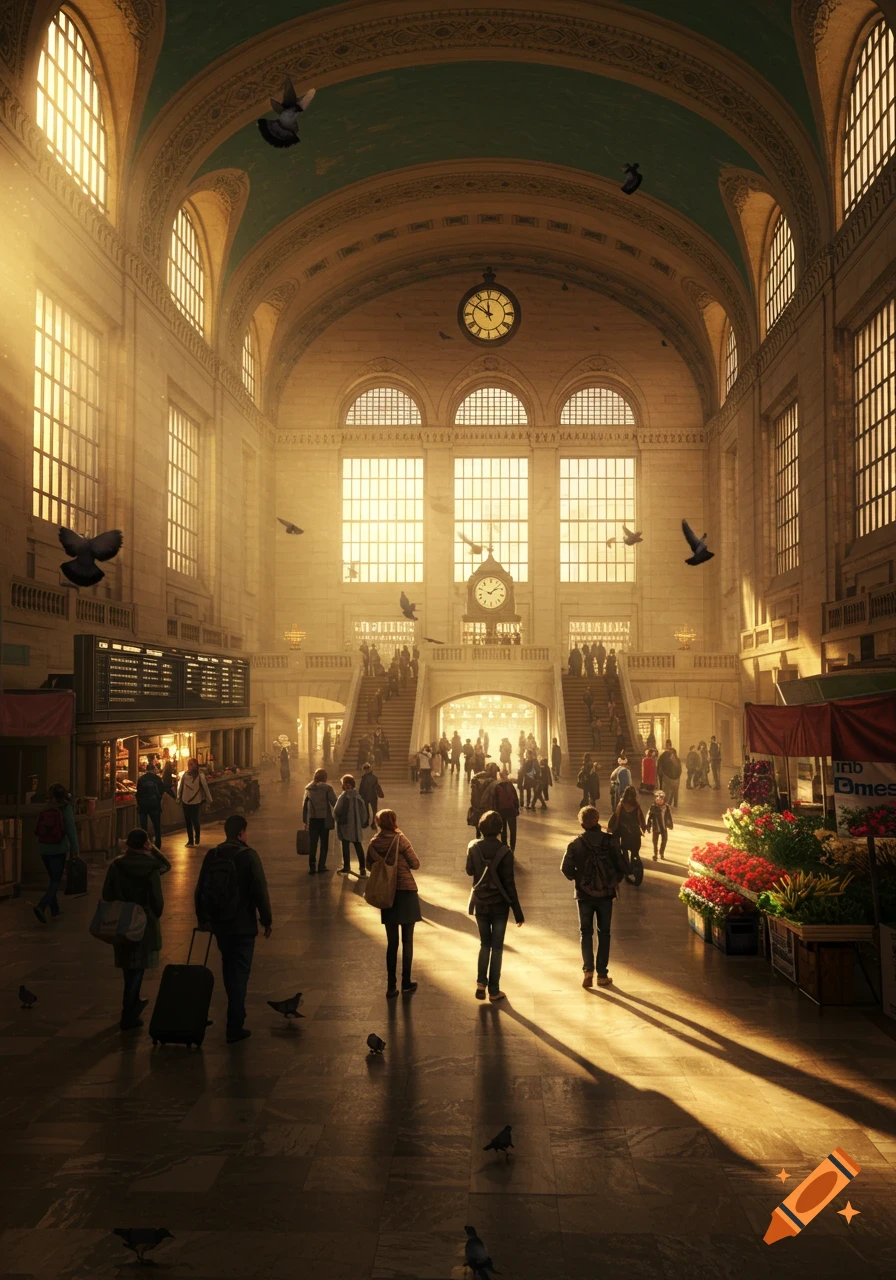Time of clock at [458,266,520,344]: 11:50
